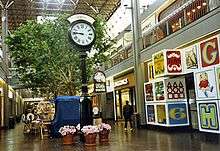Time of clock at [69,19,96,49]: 8:45
